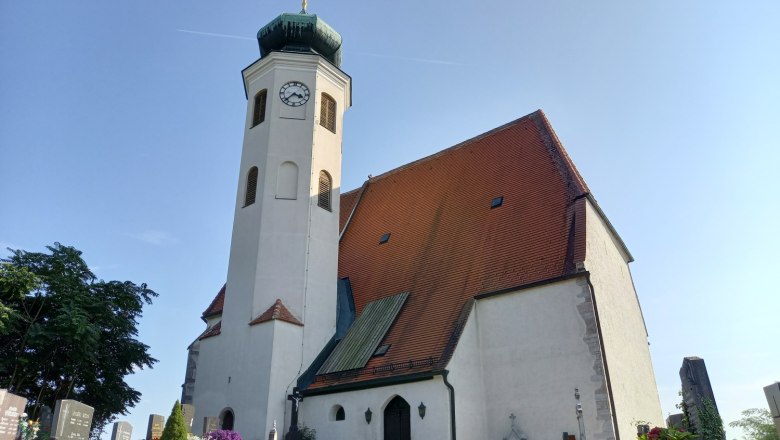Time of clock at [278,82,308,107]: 3:37
